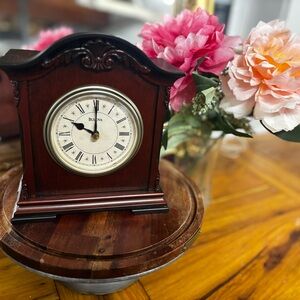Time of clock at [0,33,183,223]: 10:00
